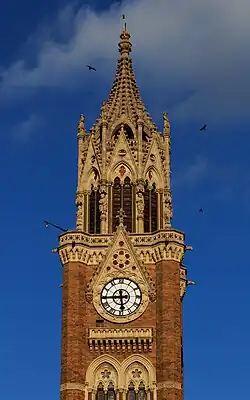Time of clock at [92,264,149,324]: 5:44
